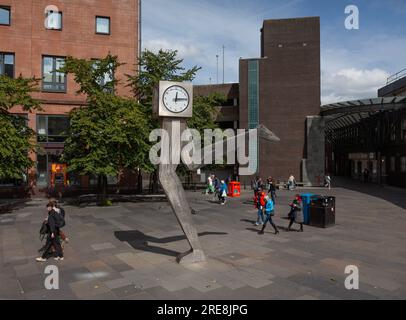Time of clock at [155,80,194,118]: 12:14
